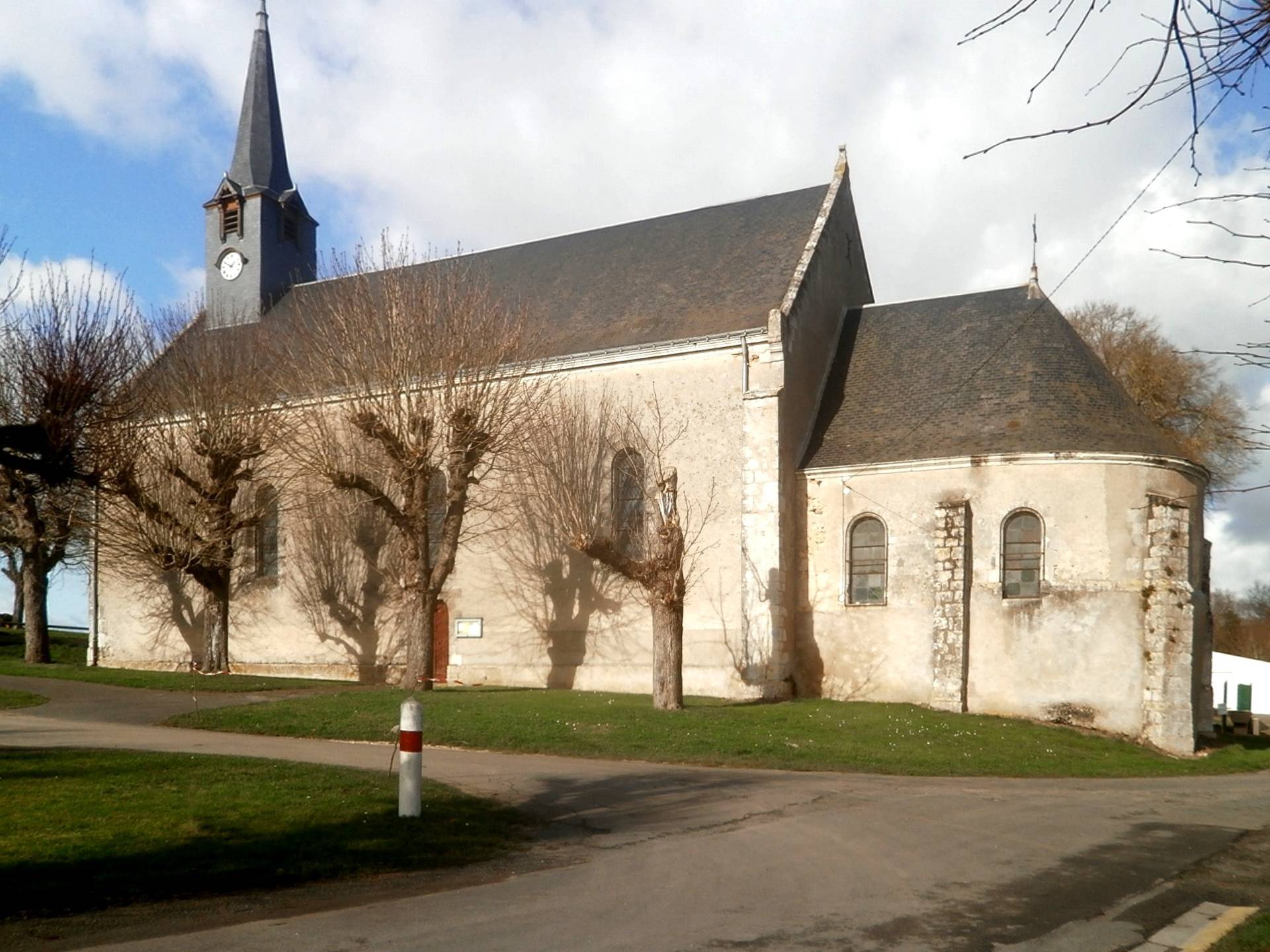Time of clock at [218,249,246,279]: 1:49
